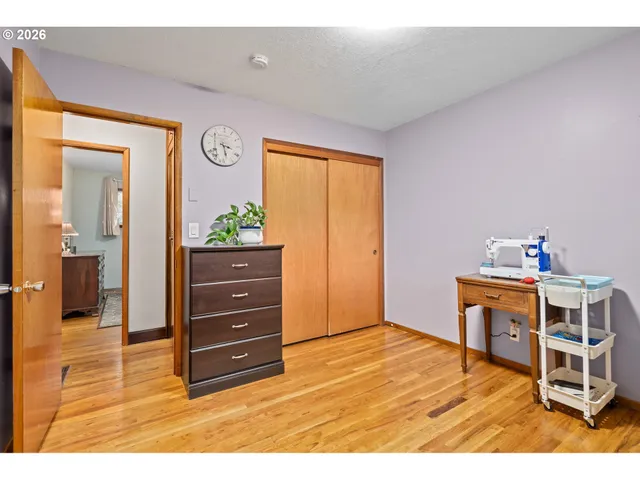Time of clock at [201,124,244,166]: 3:28
